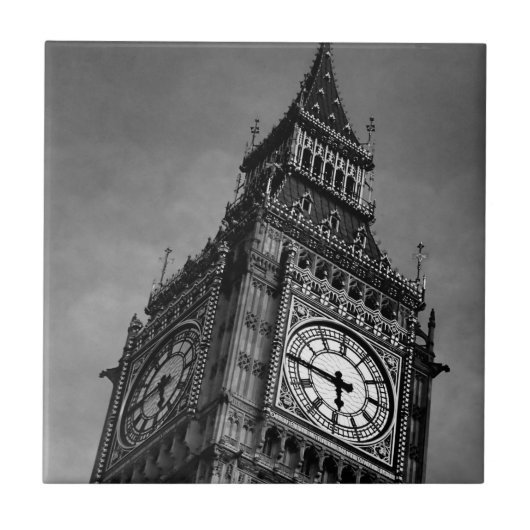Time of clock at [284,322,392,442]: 5:45
